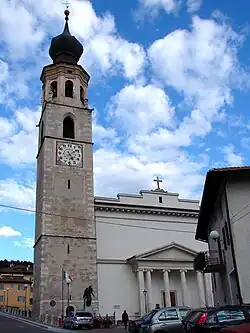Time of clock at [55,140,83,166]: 5:08
